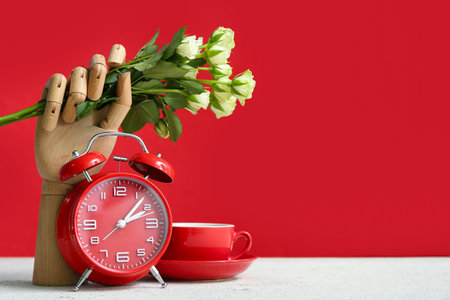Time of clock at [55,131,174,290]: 2:07
